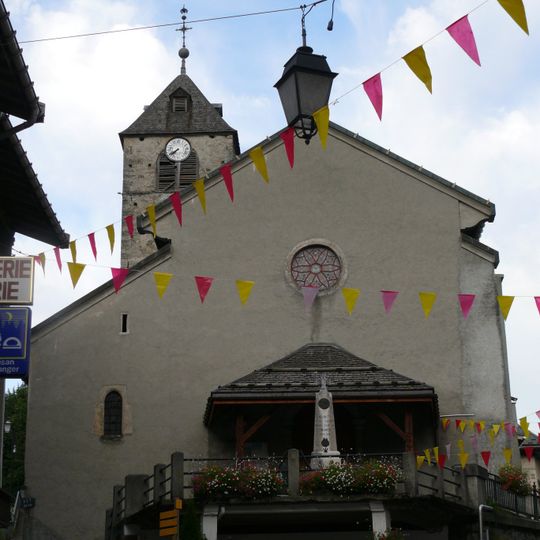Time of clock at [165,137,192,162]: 7:40
